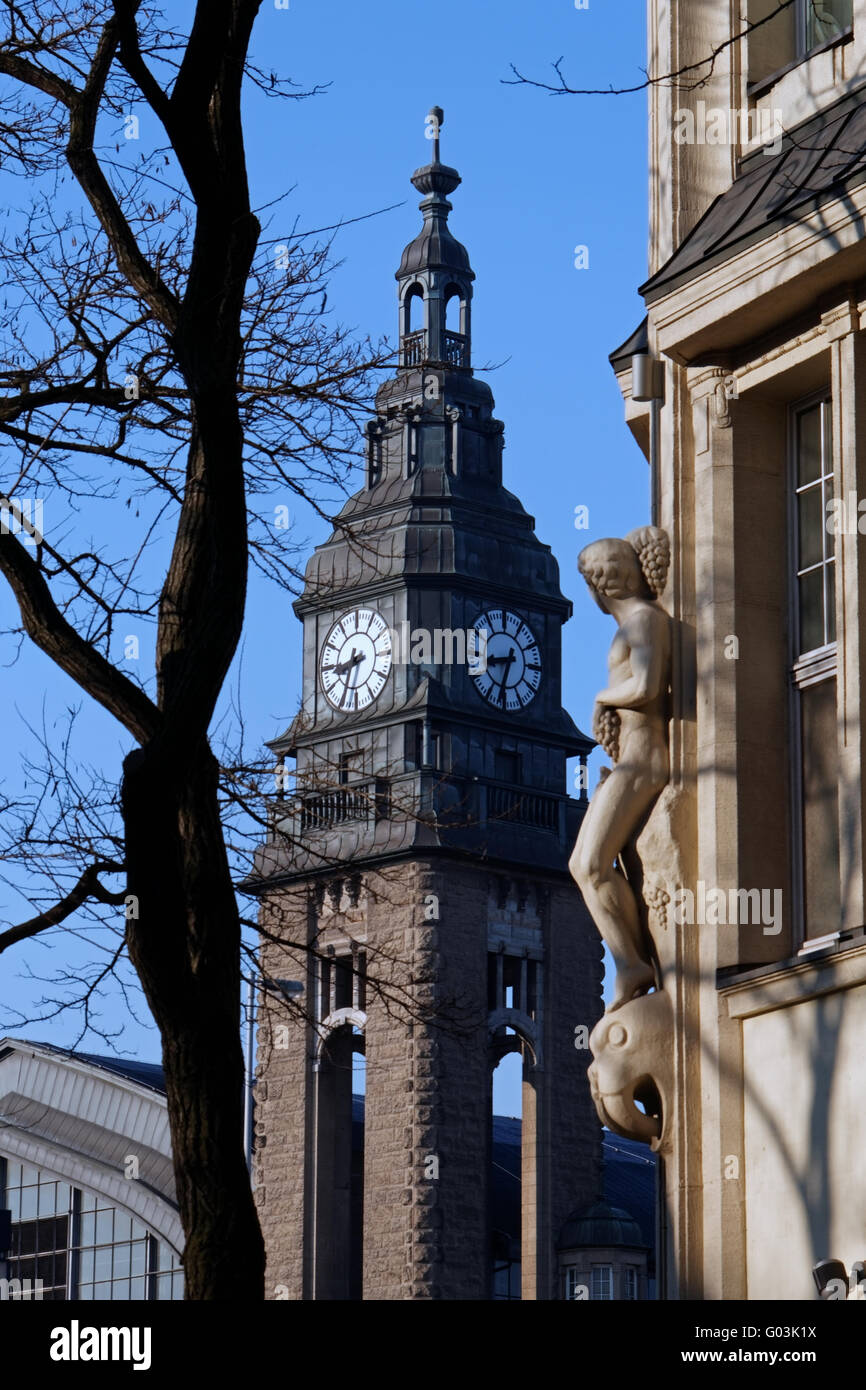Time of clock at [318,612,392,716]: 8:34
